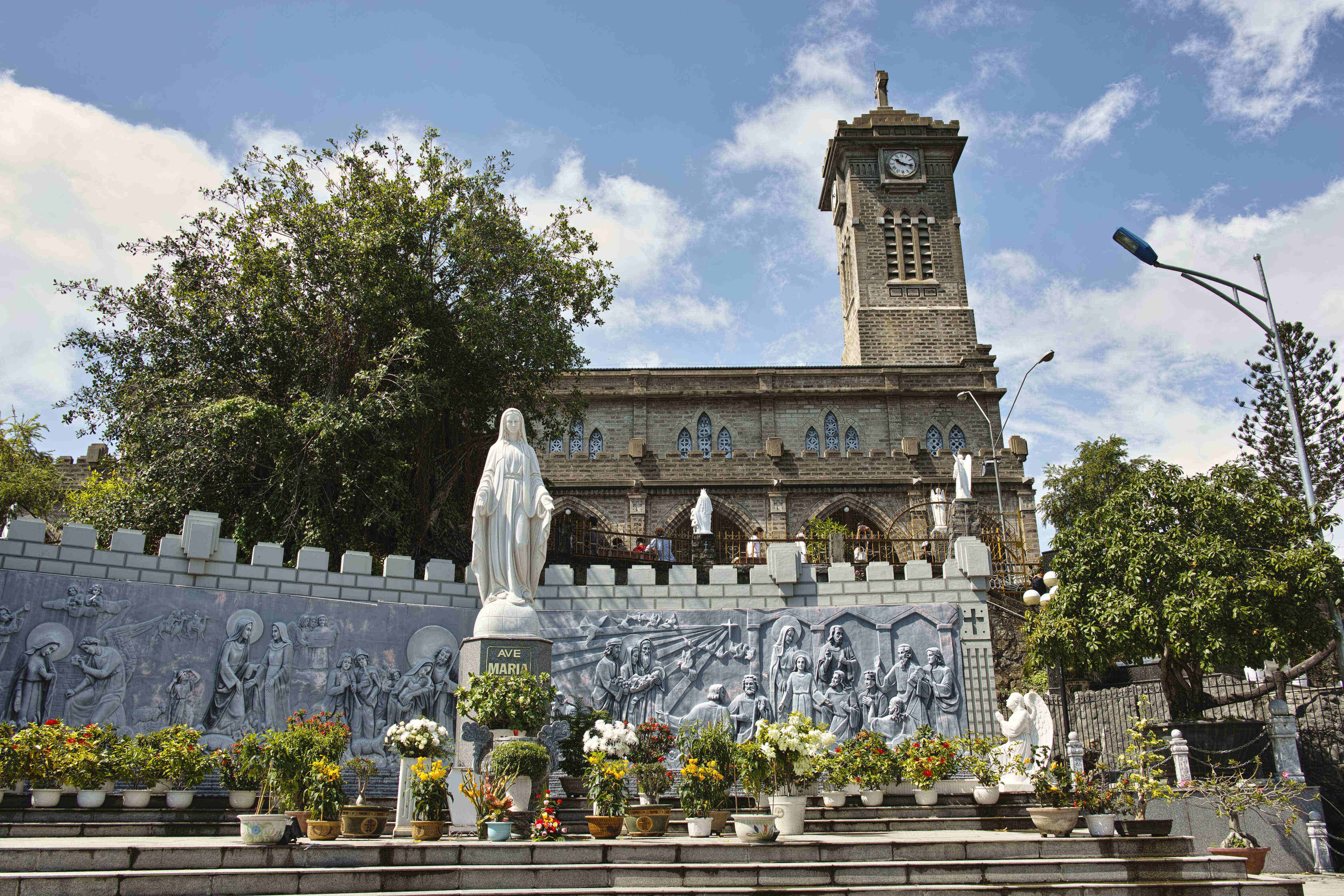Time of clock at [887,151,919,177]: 10:17
